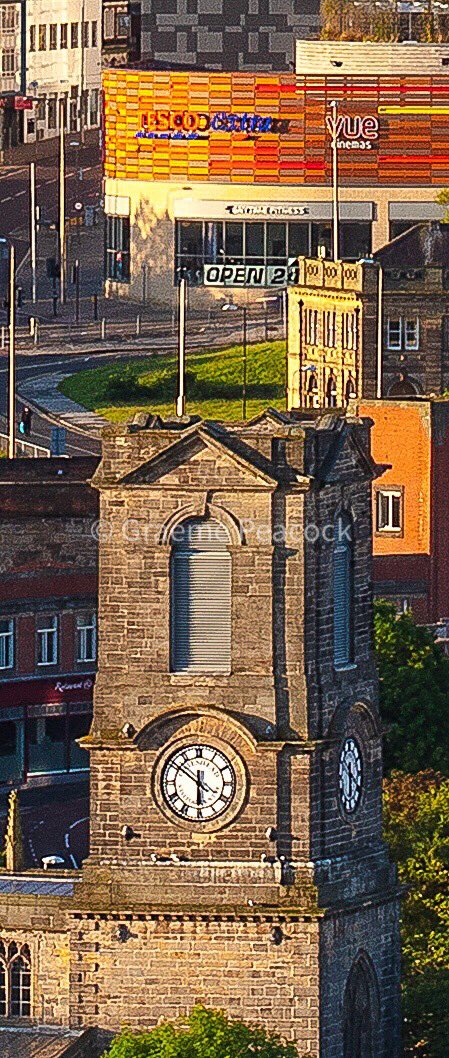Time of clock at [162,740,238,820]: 5:50
